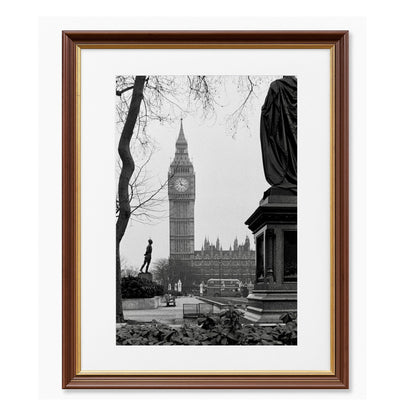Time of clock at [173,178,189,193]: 11:17
